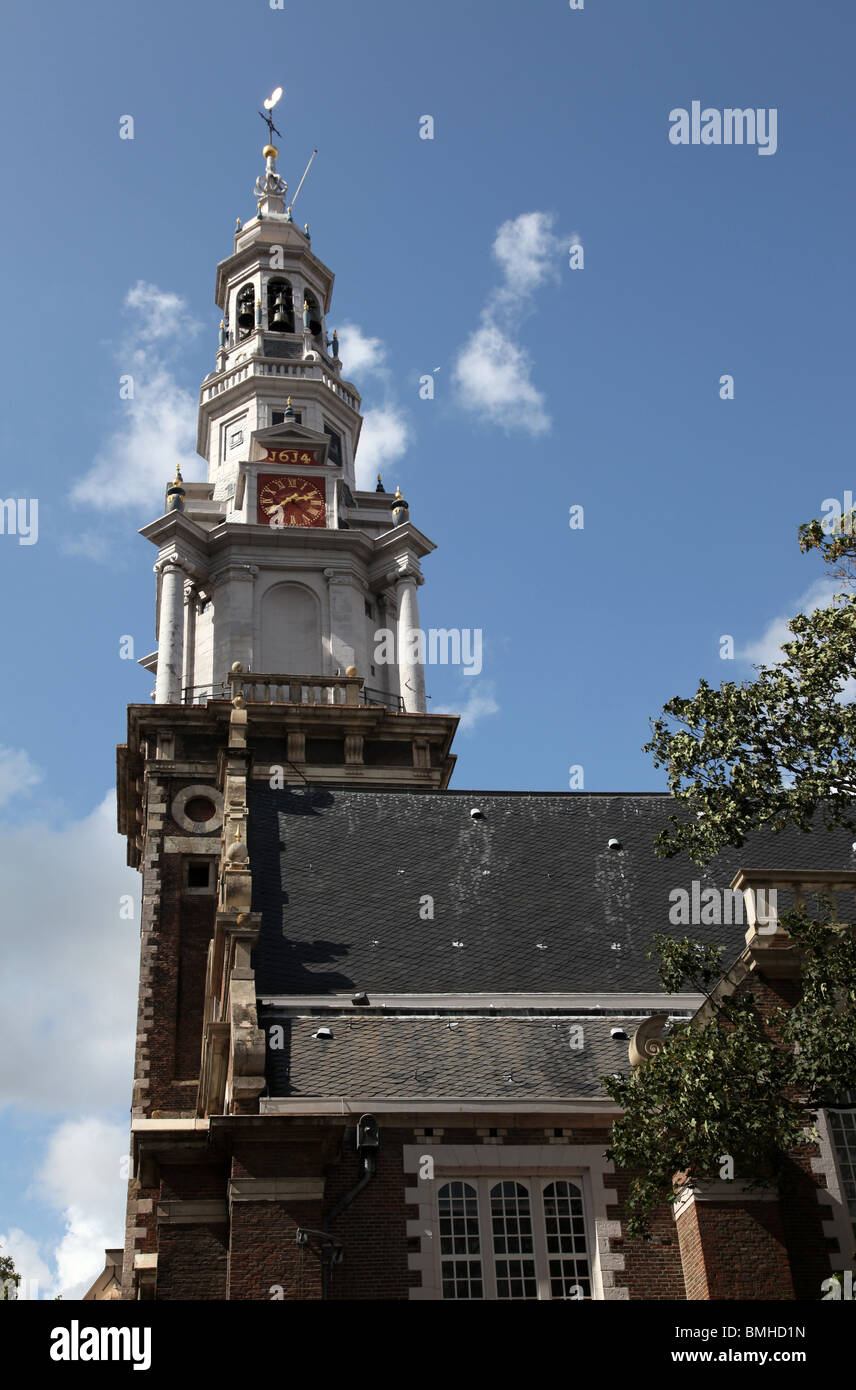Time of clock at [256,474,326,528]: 2:38
